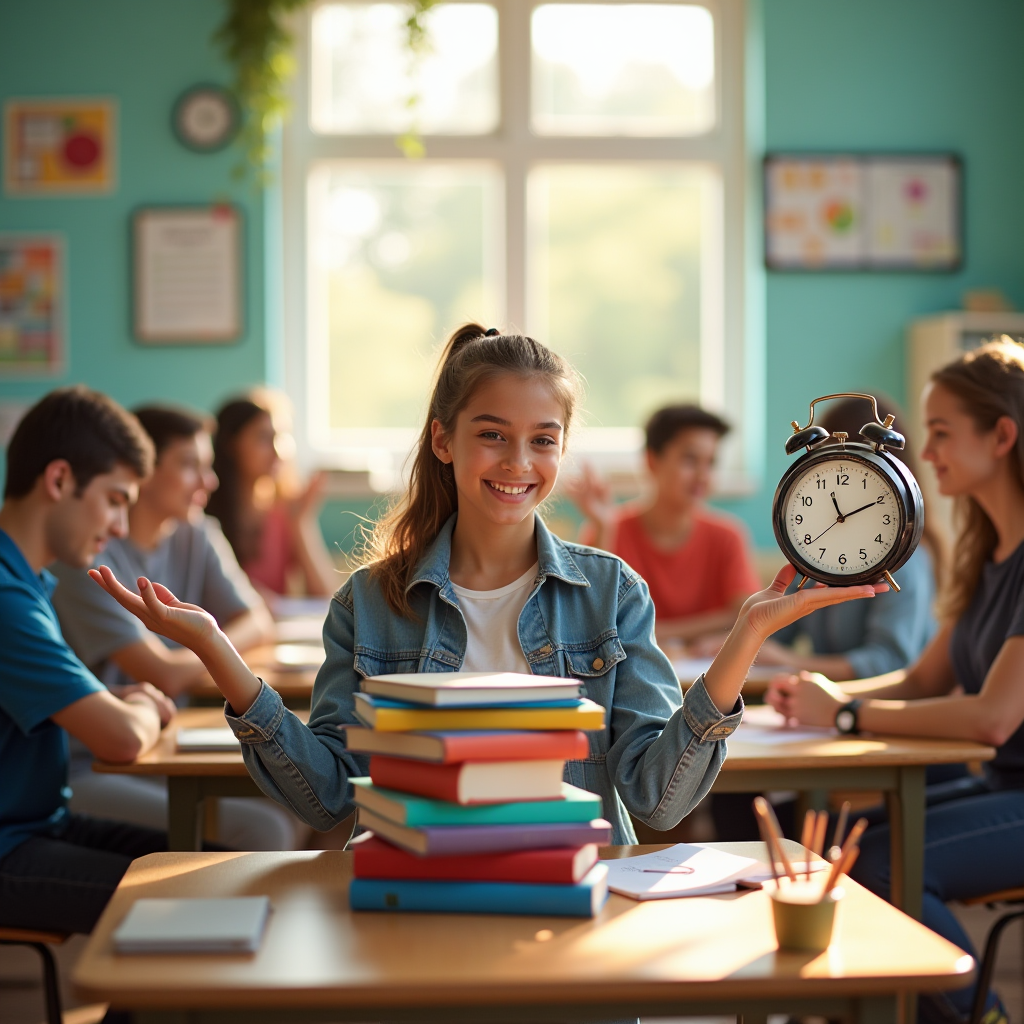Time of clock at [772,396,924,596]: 11:10
